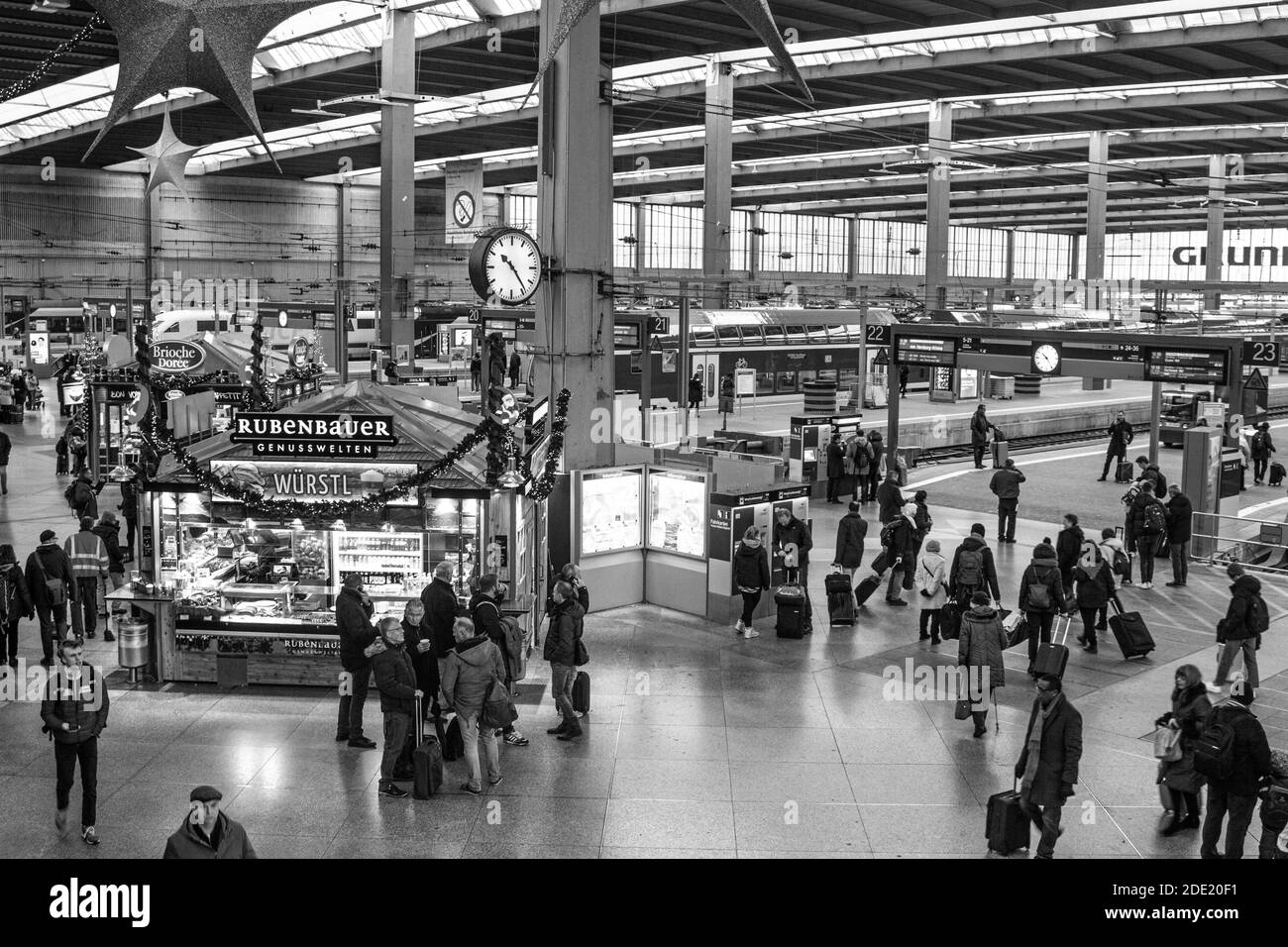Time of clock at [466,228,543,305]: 10:23
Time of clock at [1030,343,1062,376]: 10:24
